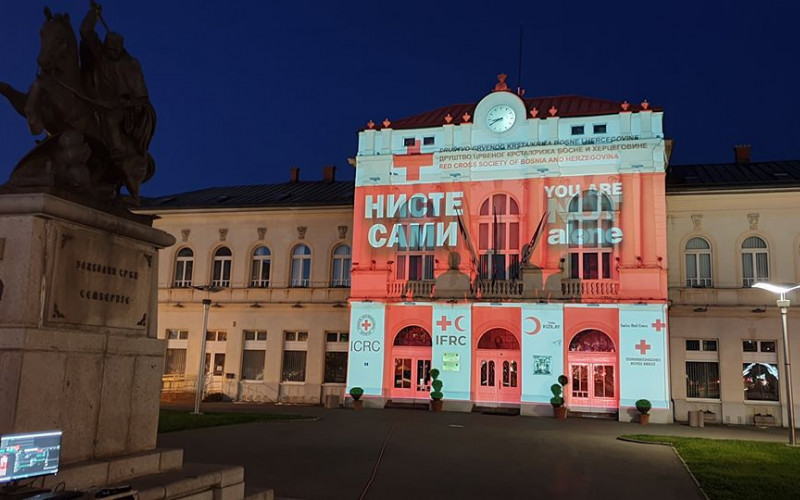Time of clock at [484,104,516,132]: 8:40
